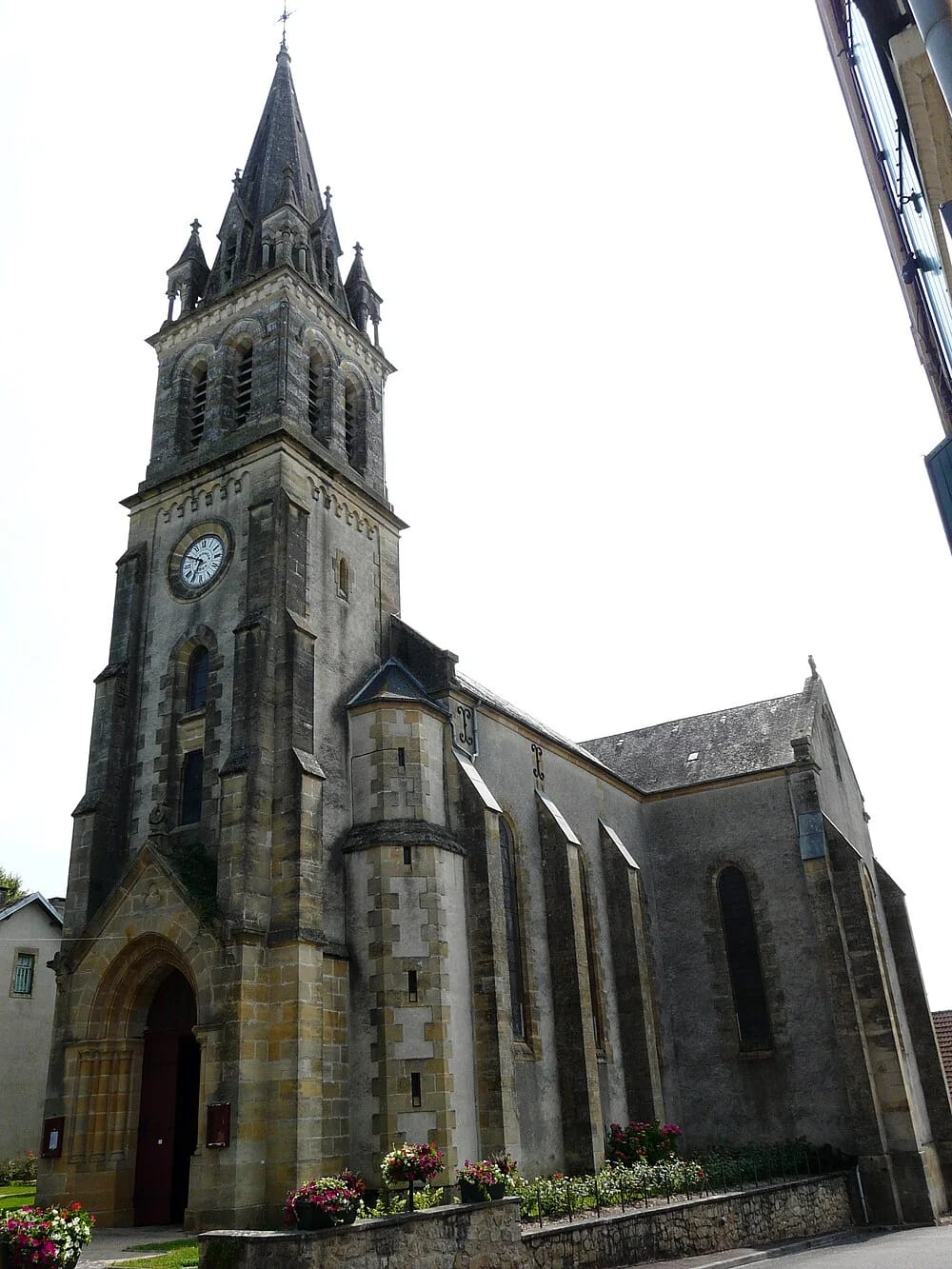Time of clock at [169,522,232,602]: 6:49
